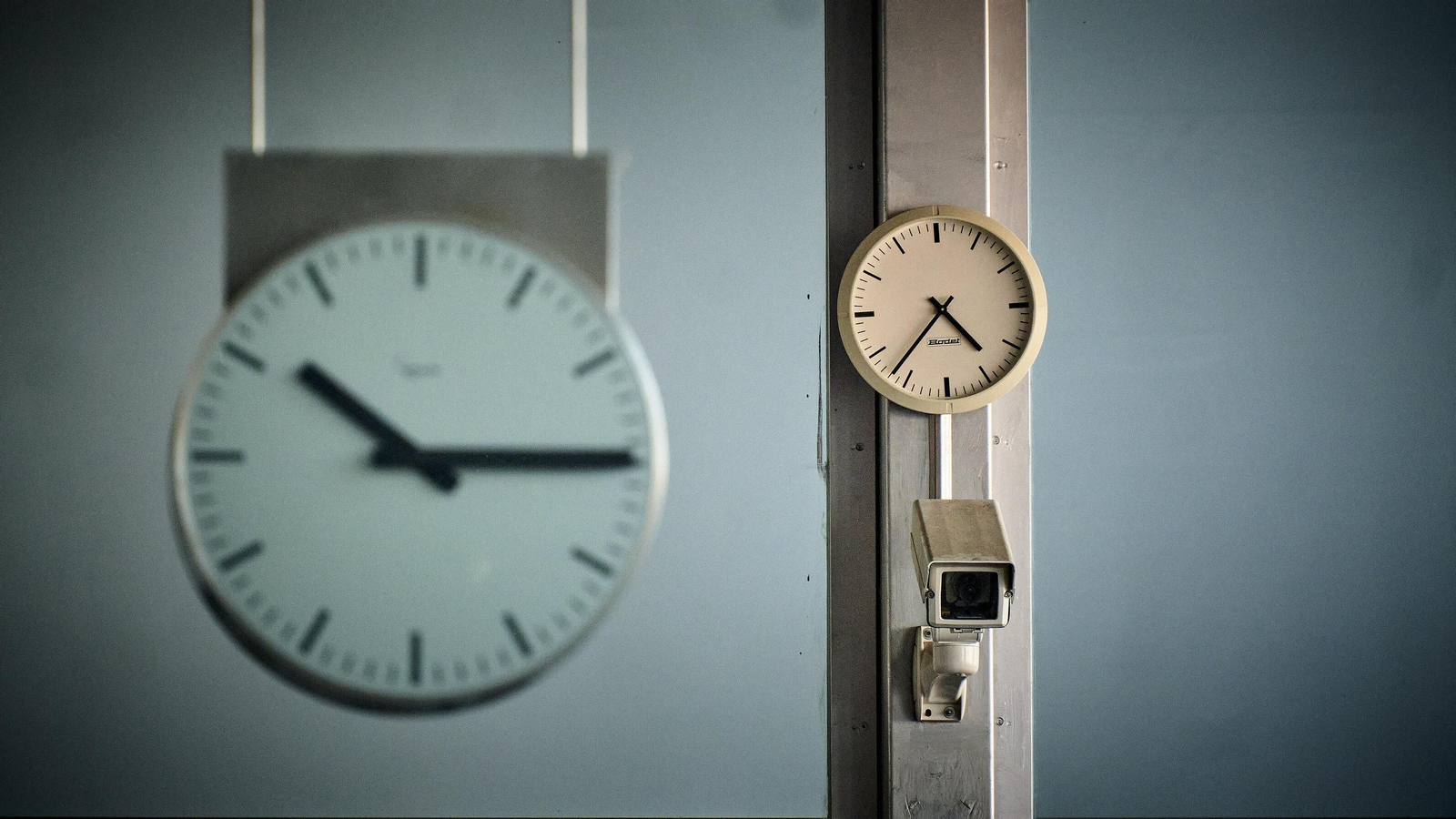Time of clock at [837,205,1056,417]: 4:37
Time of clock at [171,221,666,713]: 10:14
